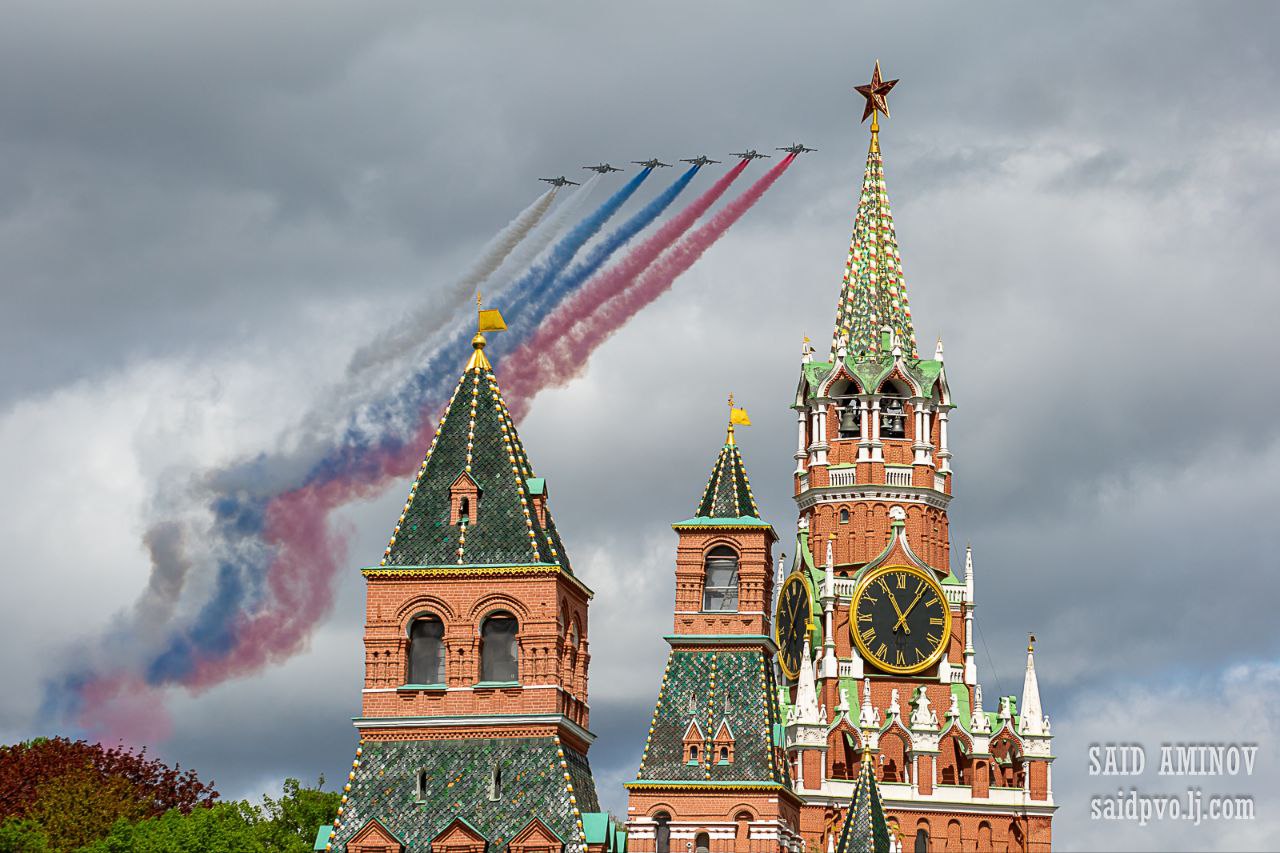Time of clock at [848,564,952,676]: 11:06
